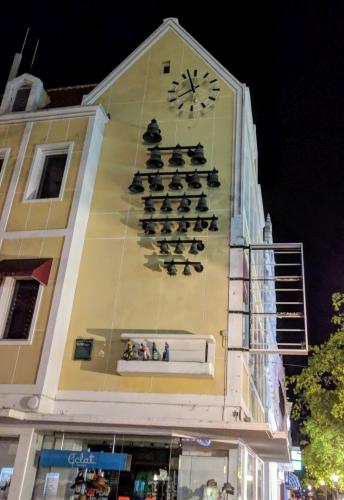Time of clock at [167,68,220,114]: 7:57
